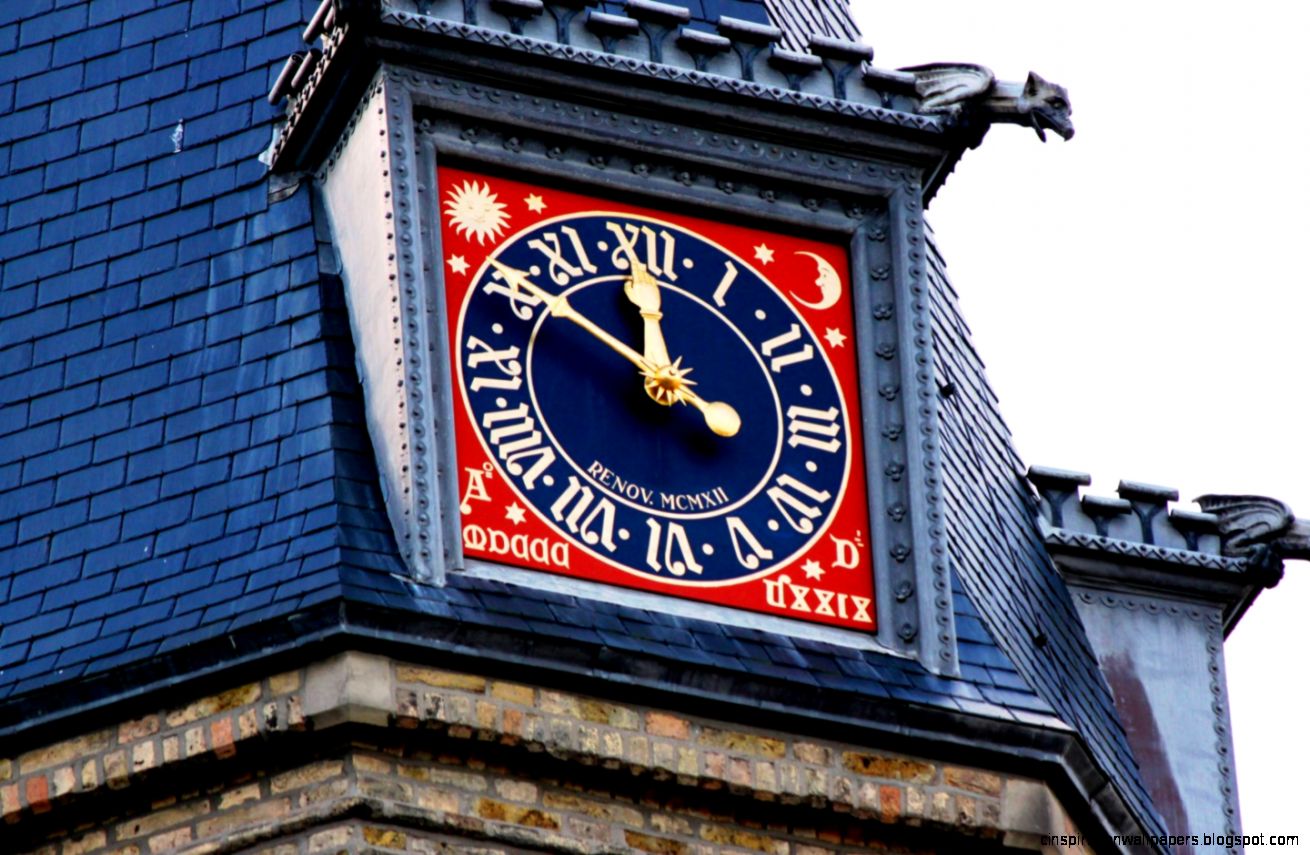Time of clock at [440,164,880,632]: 11:50
